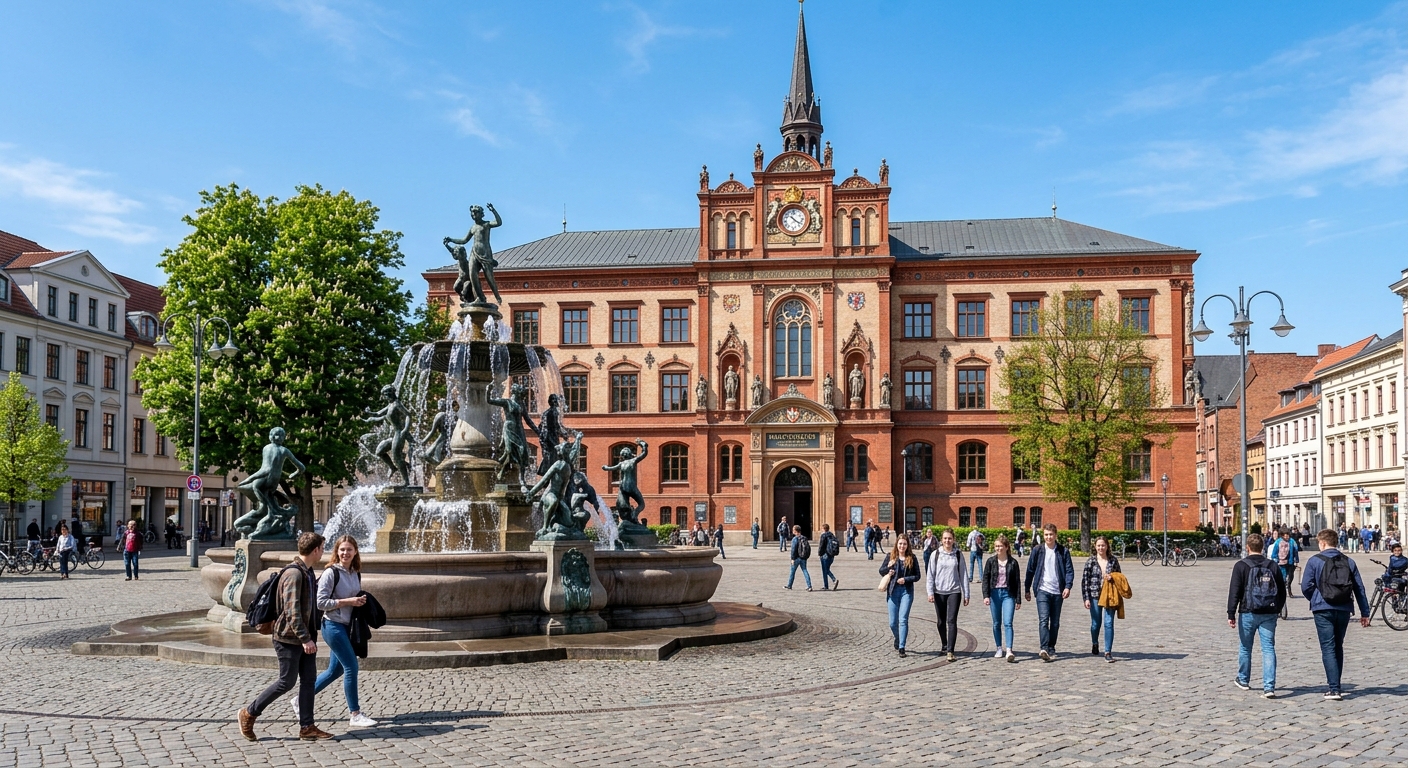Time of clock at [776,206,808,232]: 4:21
